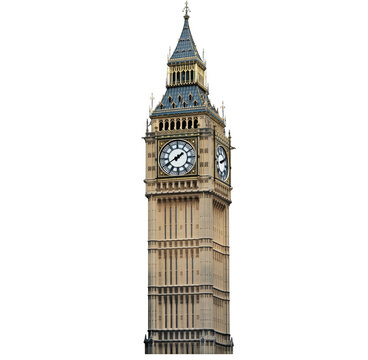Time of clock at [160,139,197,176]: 1:40
